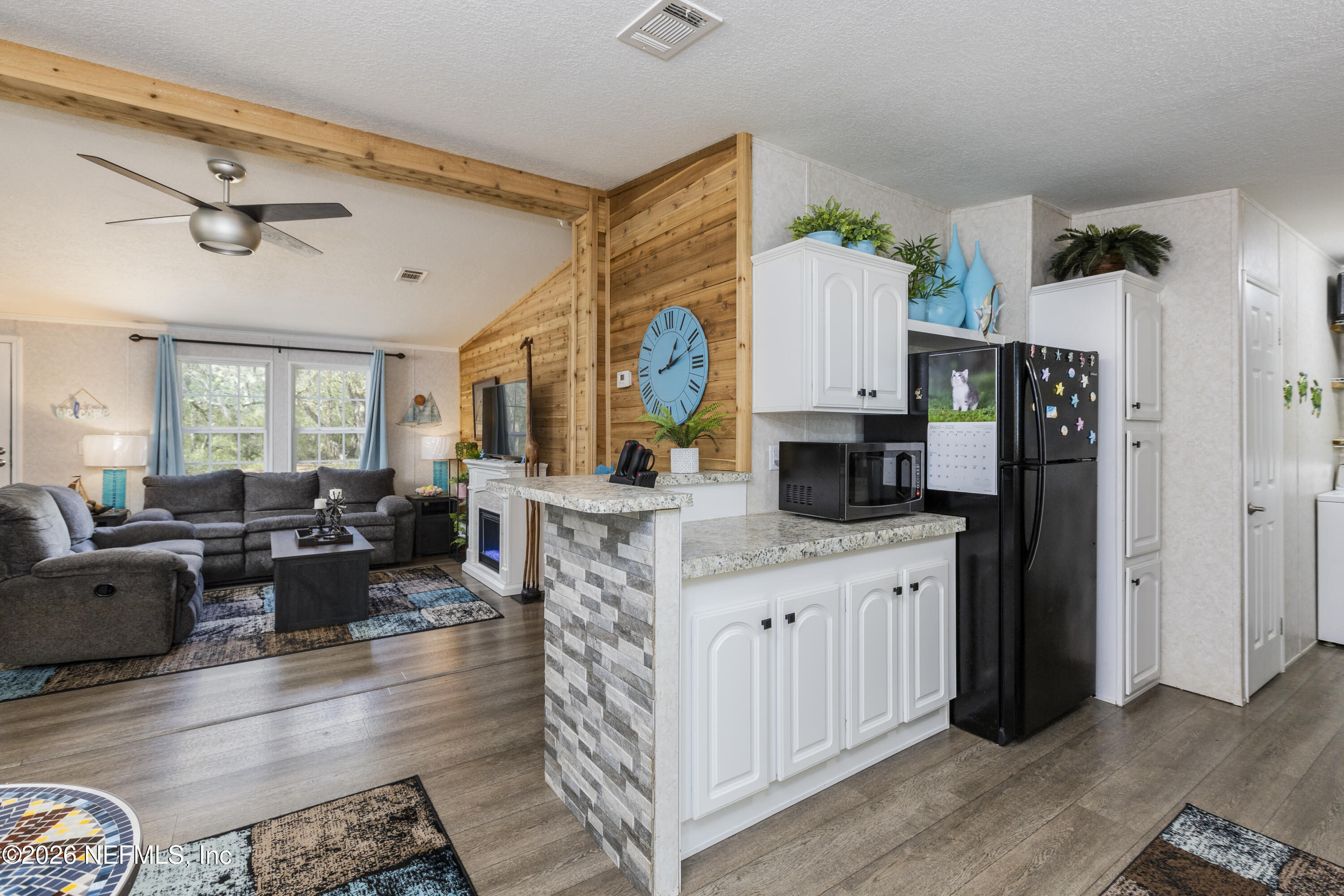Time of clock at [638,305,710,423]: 1:11
